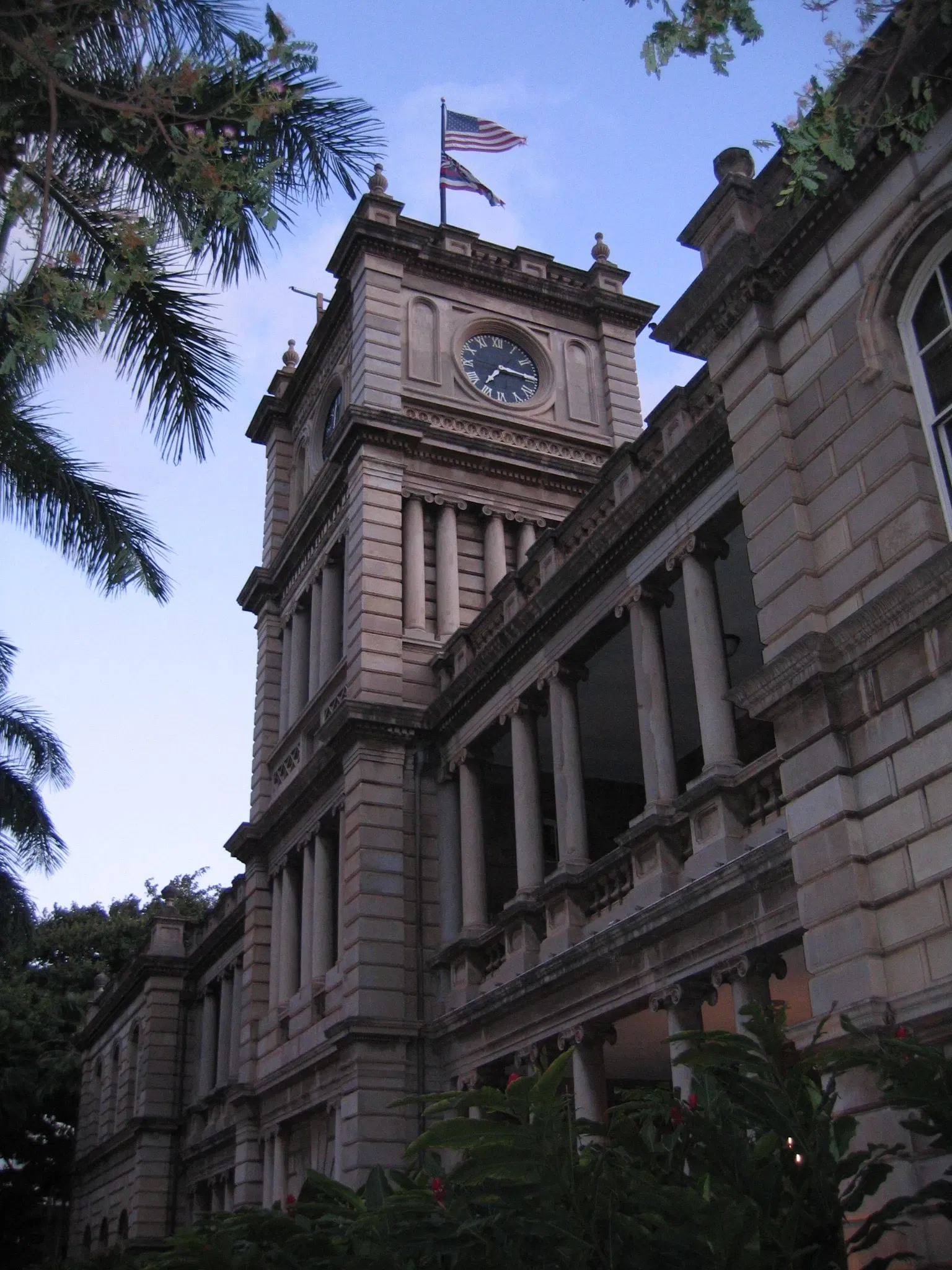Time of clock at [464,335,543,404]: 7:15
